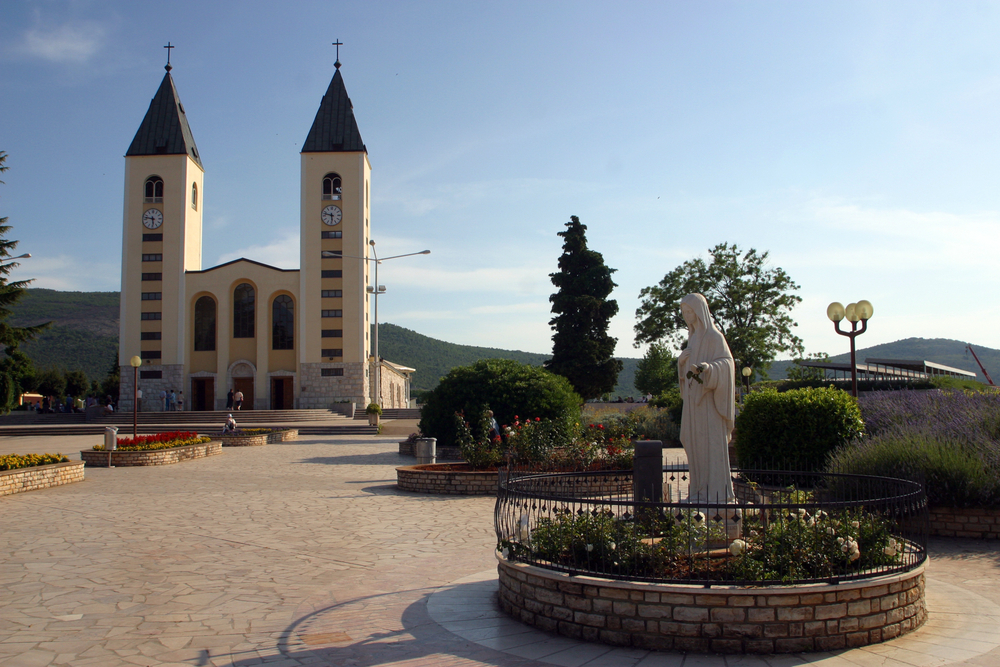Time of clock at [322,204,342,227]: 5:47
